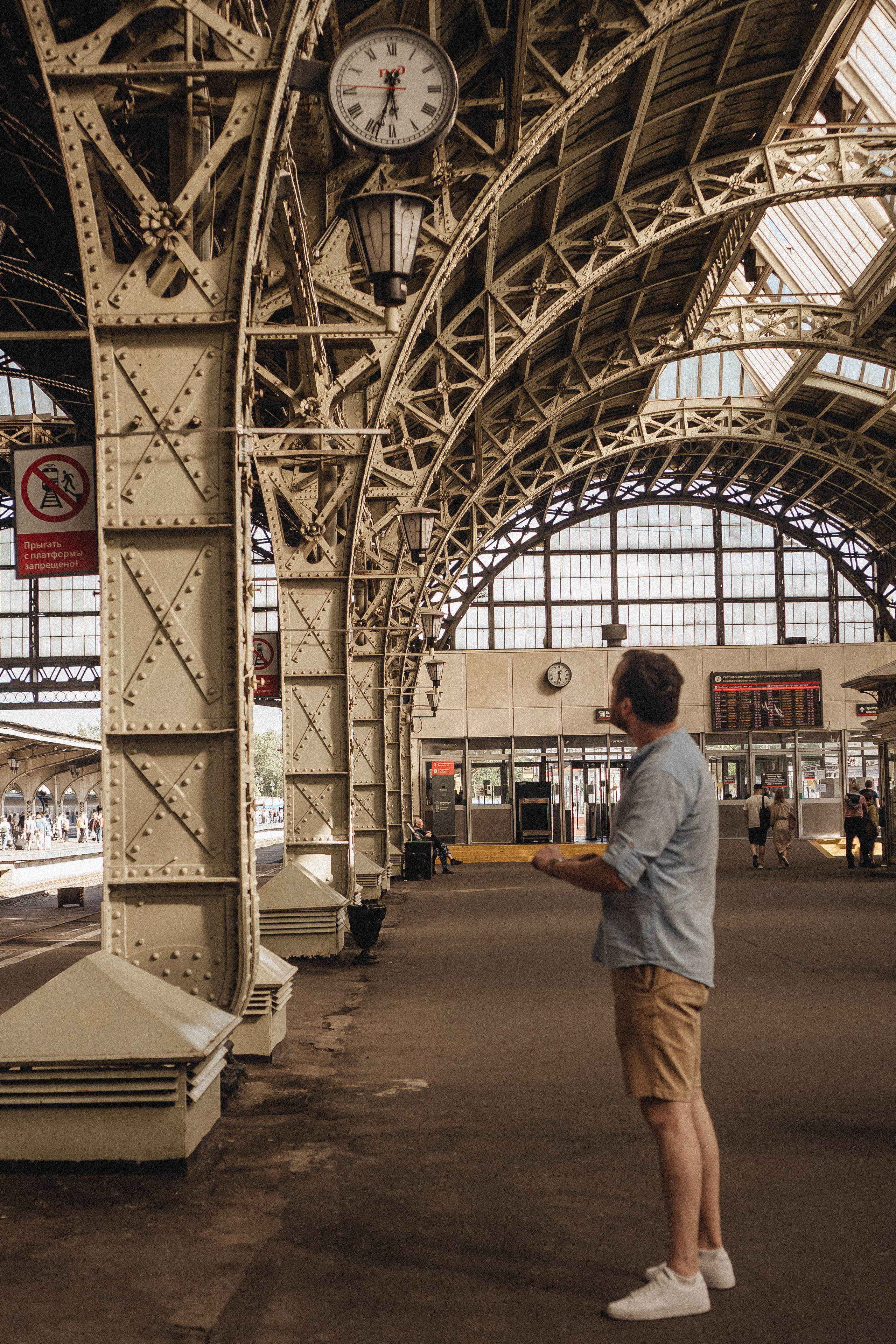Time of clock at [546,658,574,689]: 5:31
